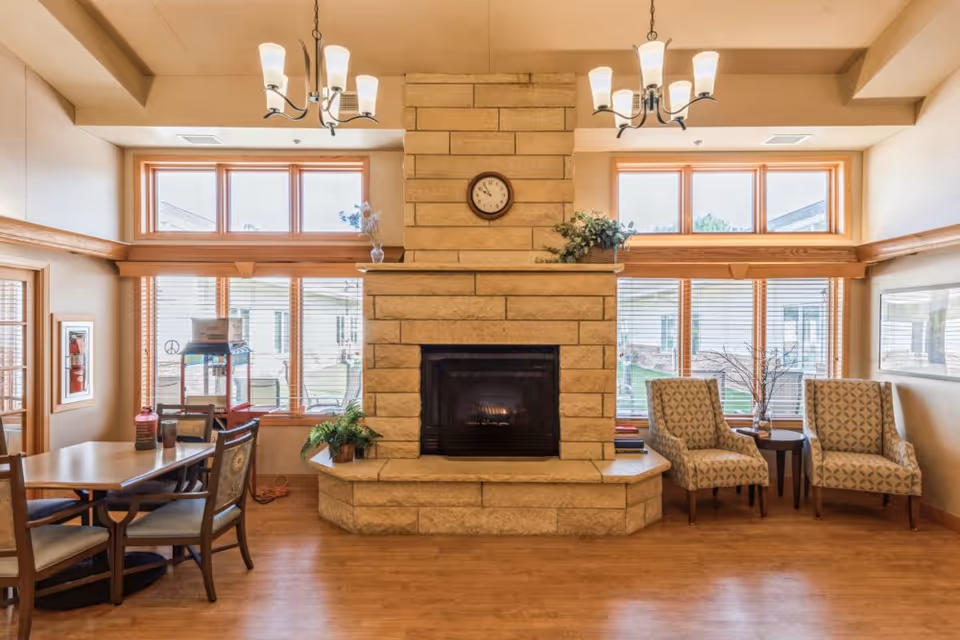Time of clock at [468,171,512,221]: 9:54
